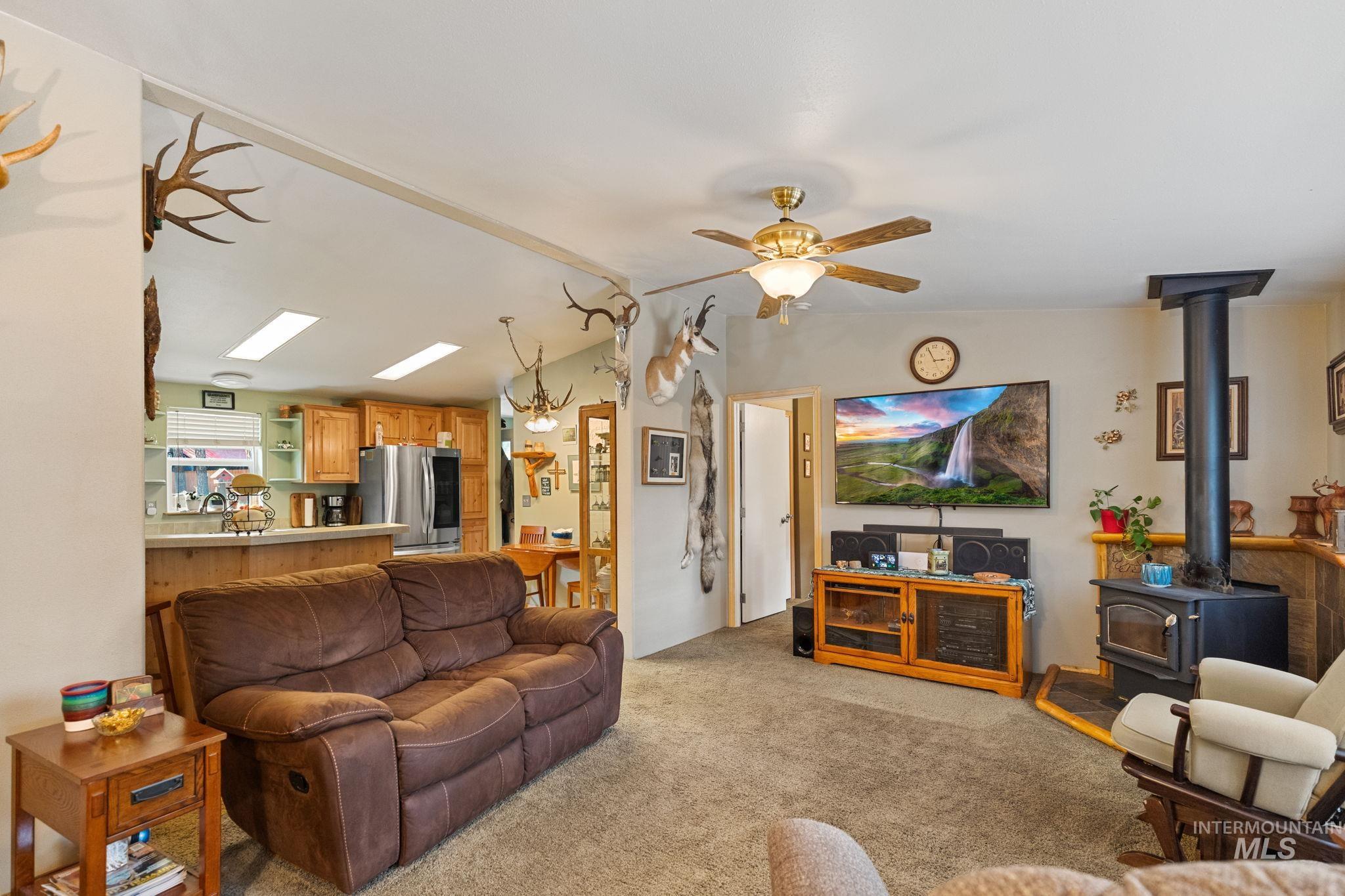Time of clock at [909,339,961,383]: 2:55
